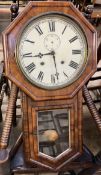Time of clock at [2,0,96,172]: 5:43
